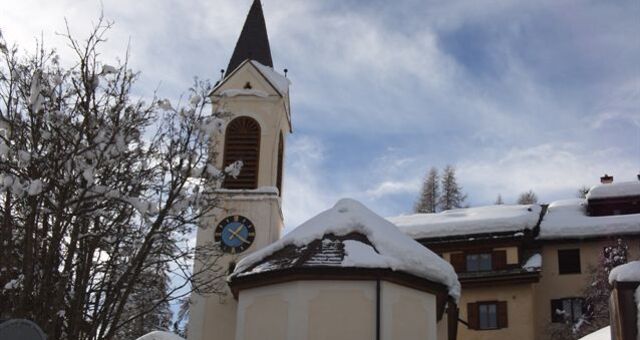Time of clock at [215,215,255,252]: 1:20
